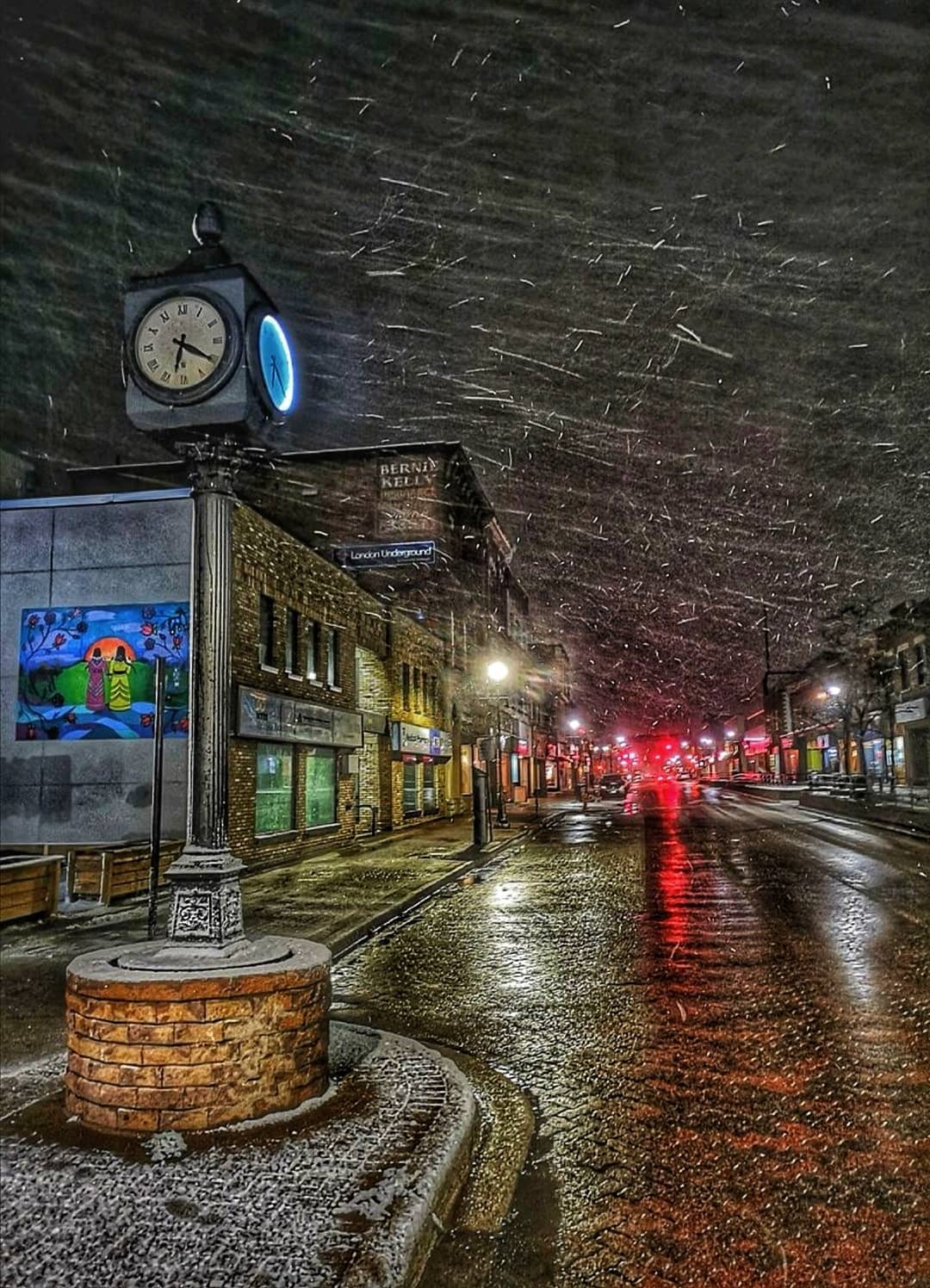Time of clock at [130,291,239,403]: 6:20
